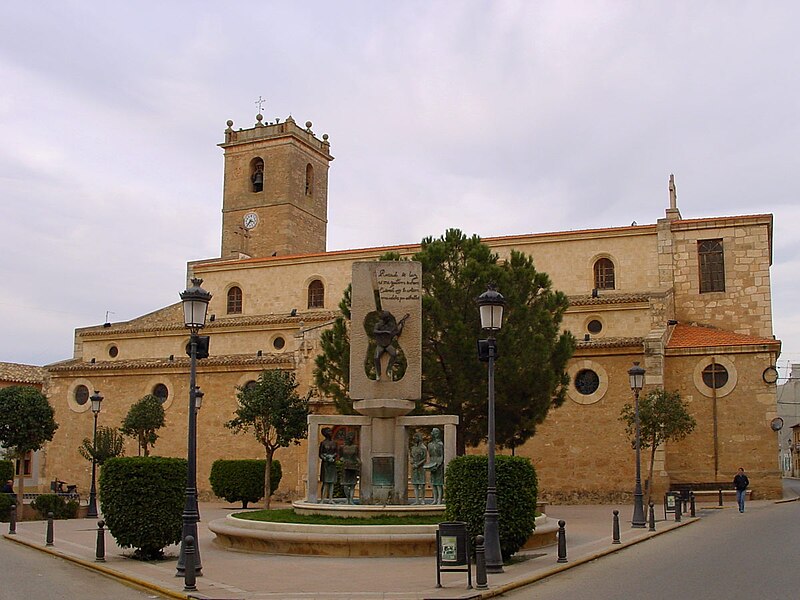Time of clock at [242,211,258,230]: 3:36
